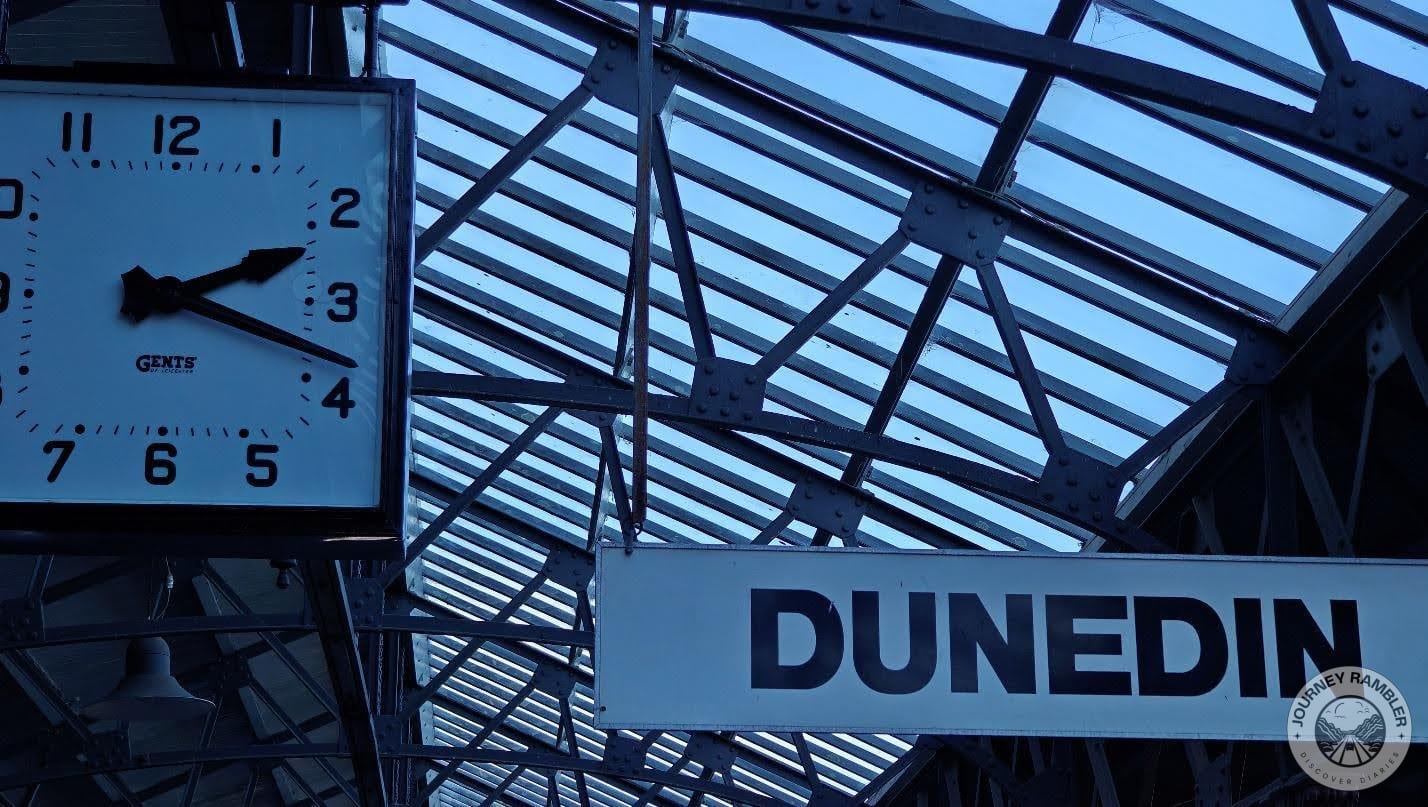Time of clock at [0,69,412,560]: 2:18
